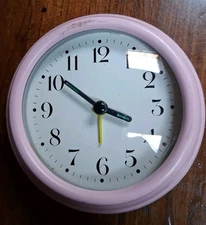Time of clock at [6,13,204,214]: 3:51
